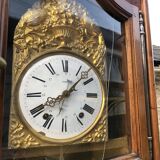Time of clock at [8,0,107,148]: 8:07
